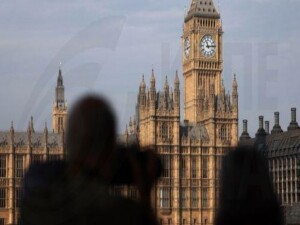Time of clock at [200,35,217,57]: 11:13
